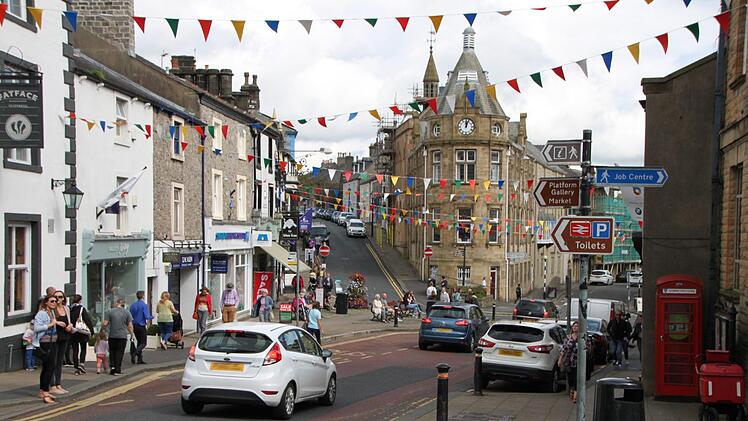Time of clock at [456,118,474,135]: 12:03
